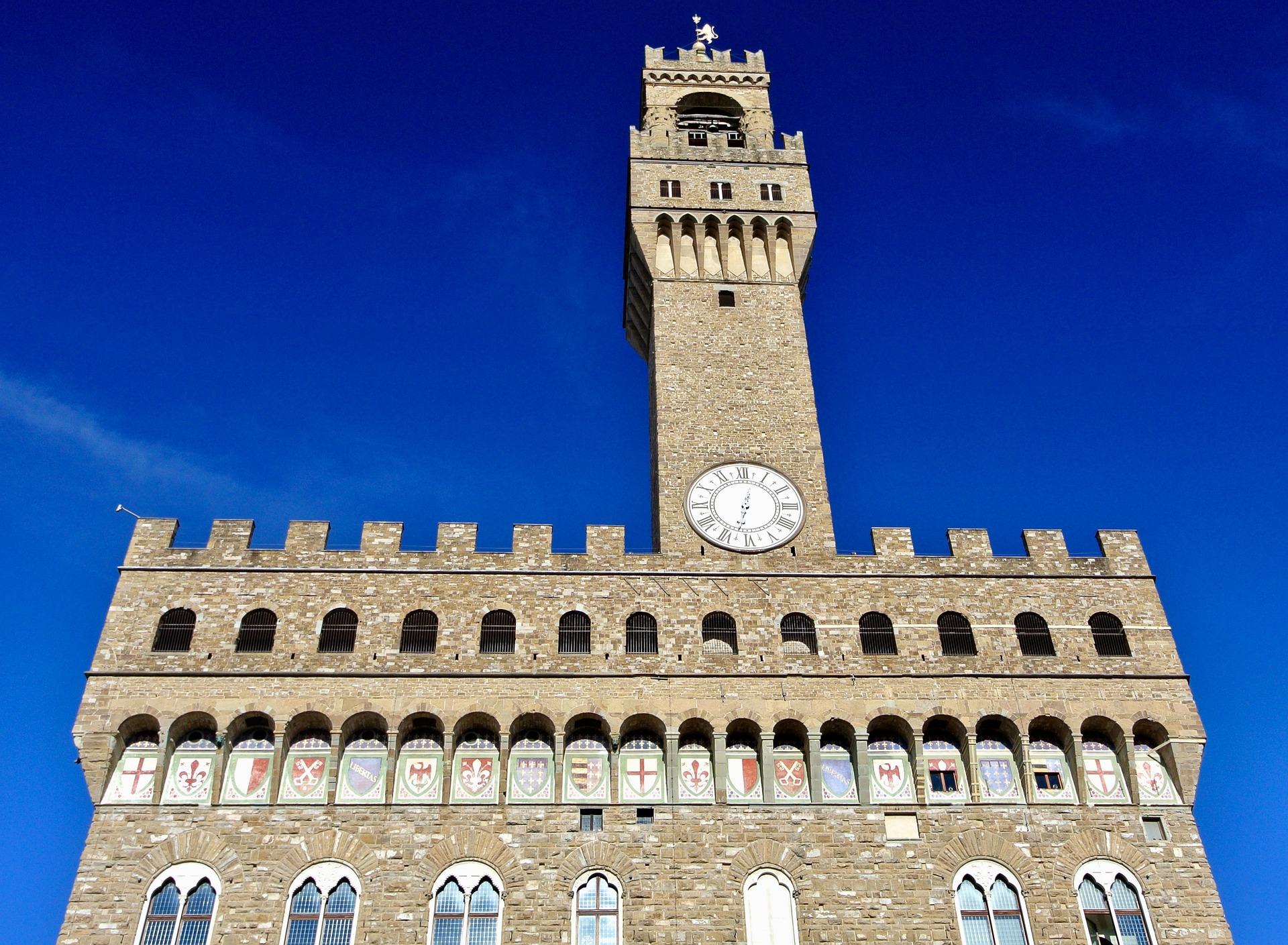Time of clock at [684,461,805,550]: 12:32
